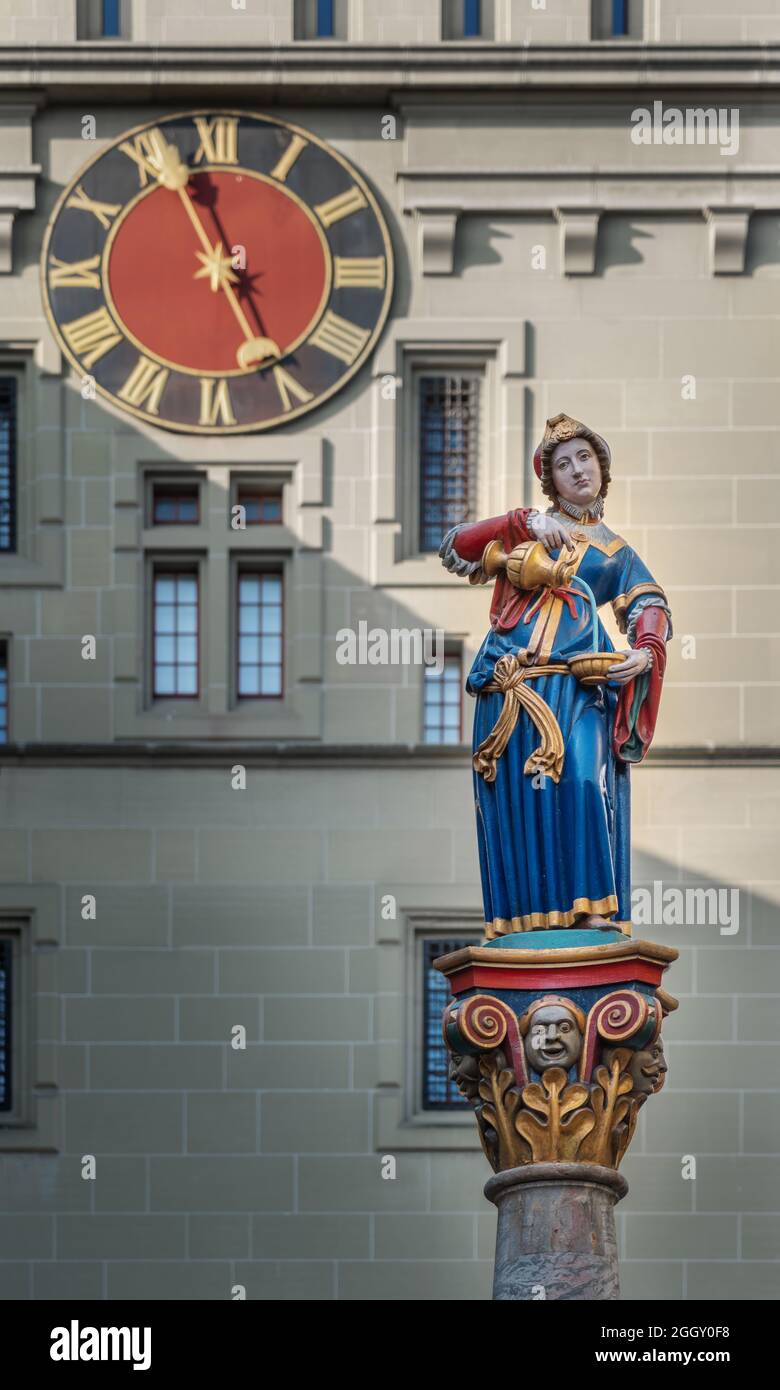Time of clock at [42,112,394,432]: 4:57
